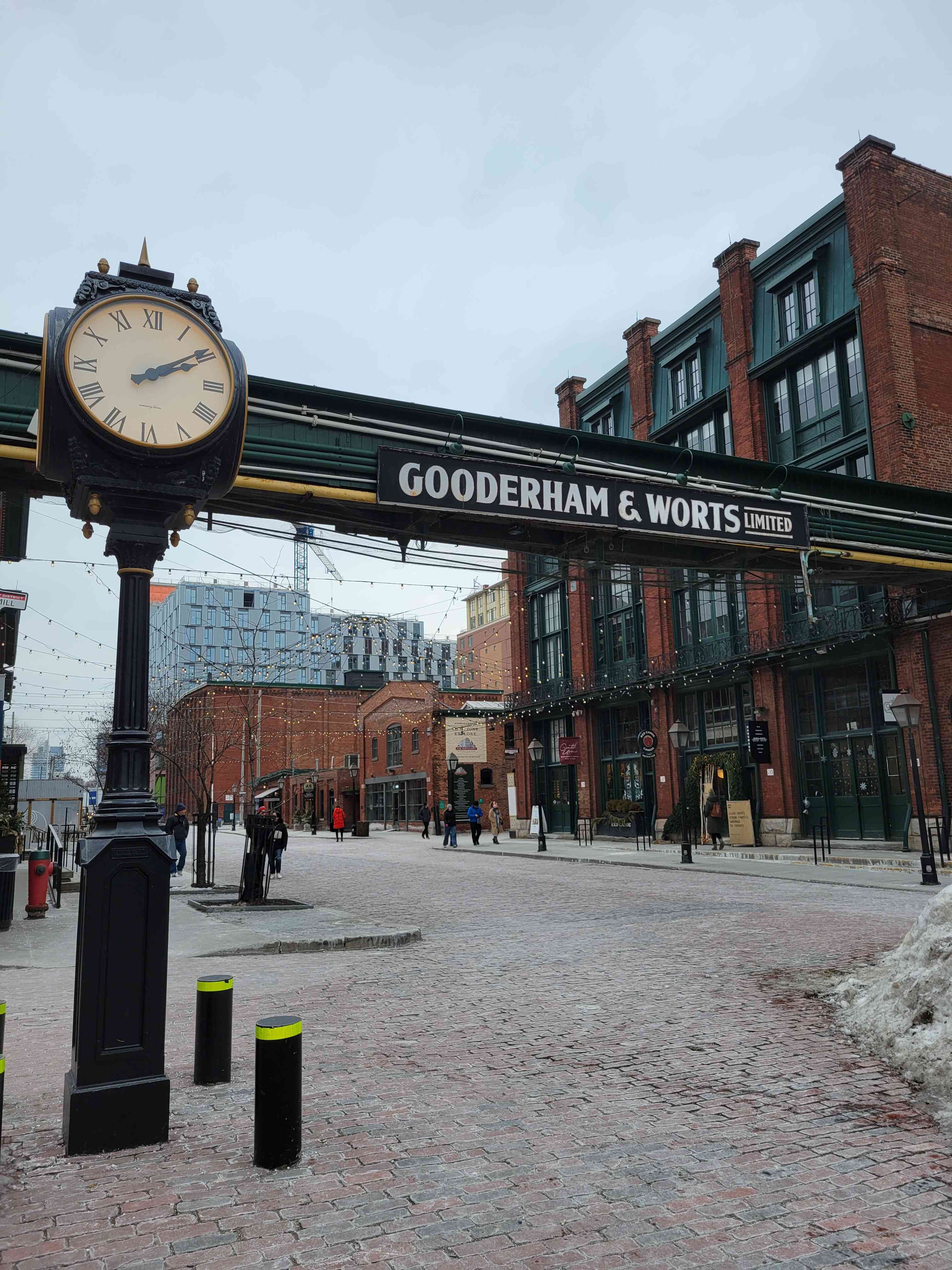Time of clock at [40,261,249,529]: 2:09
